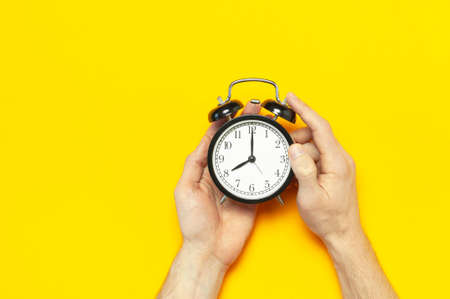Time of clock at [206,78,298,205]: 8:00
